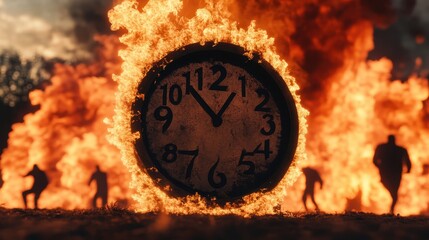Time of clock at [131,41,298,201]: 12:53
